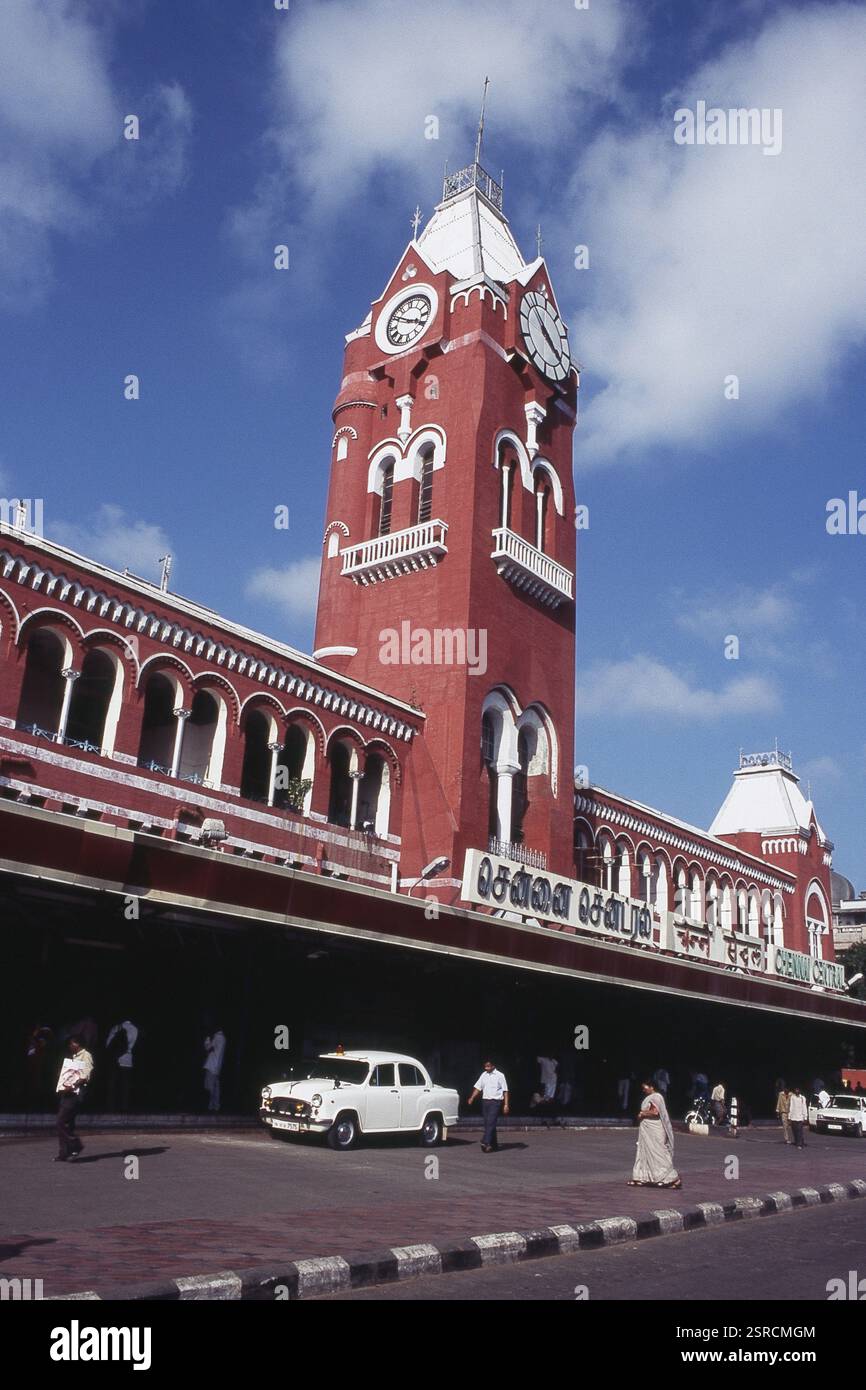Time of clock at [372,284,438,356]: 3:50
